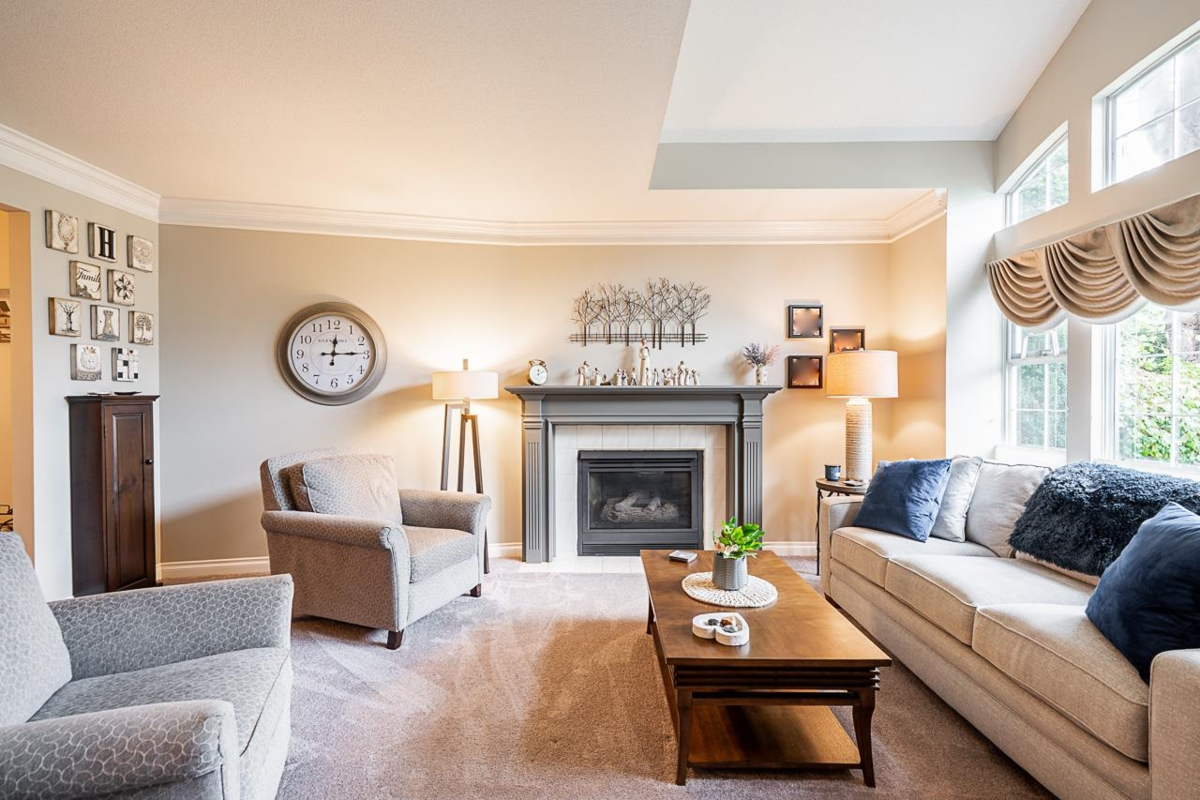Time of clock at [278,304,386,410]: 12:14
